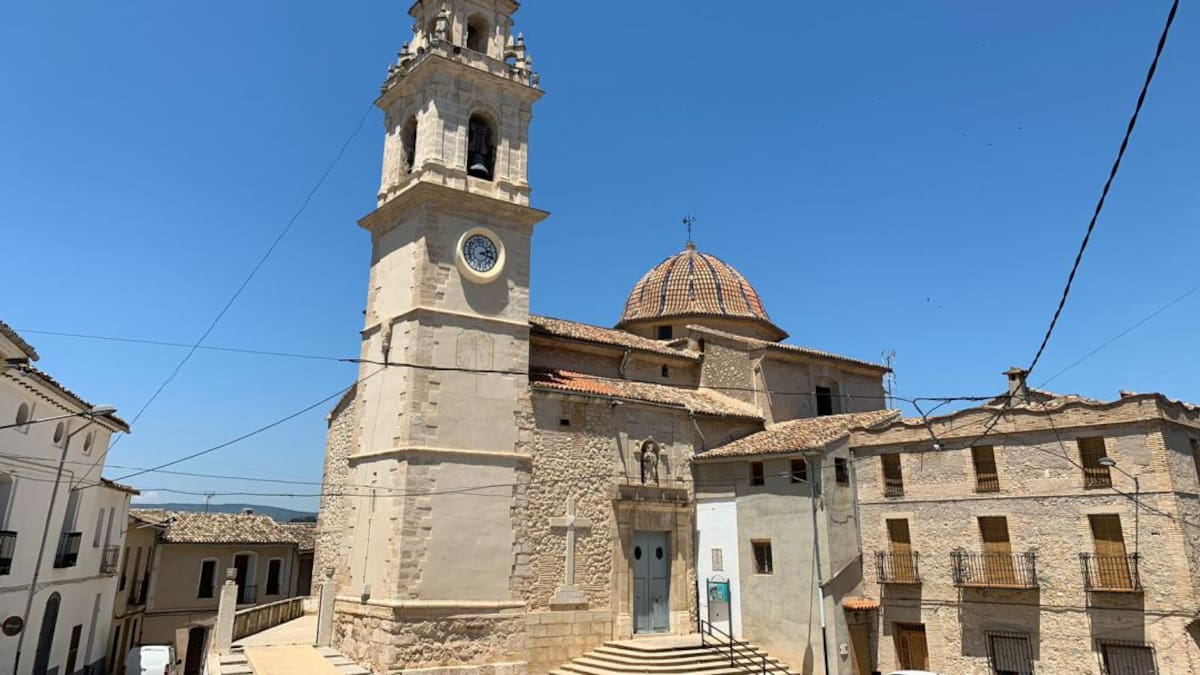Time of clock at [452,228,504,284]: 2:18
